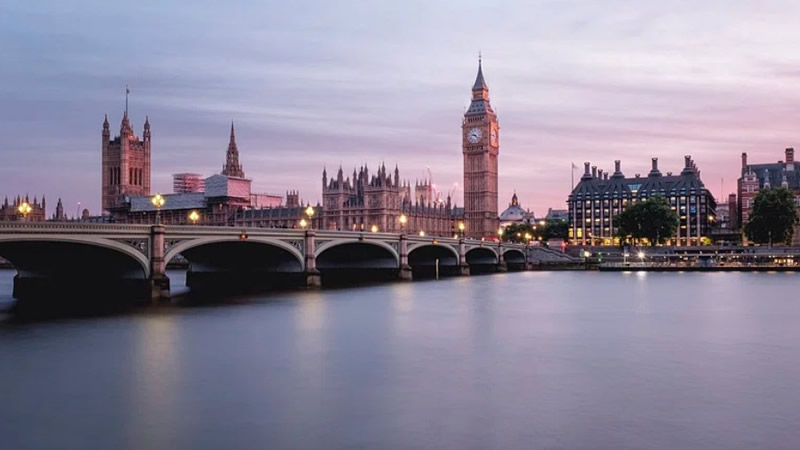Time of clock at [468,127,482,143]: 9:22
